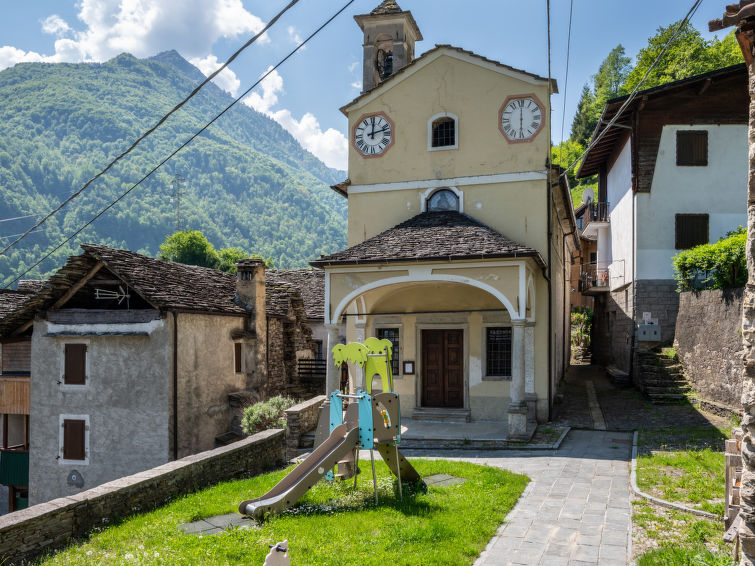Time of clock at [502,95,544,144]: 6:00
